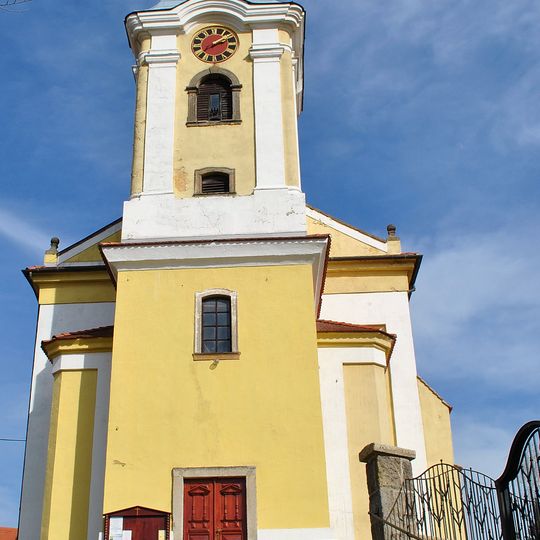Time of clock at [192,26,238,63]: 2:08
